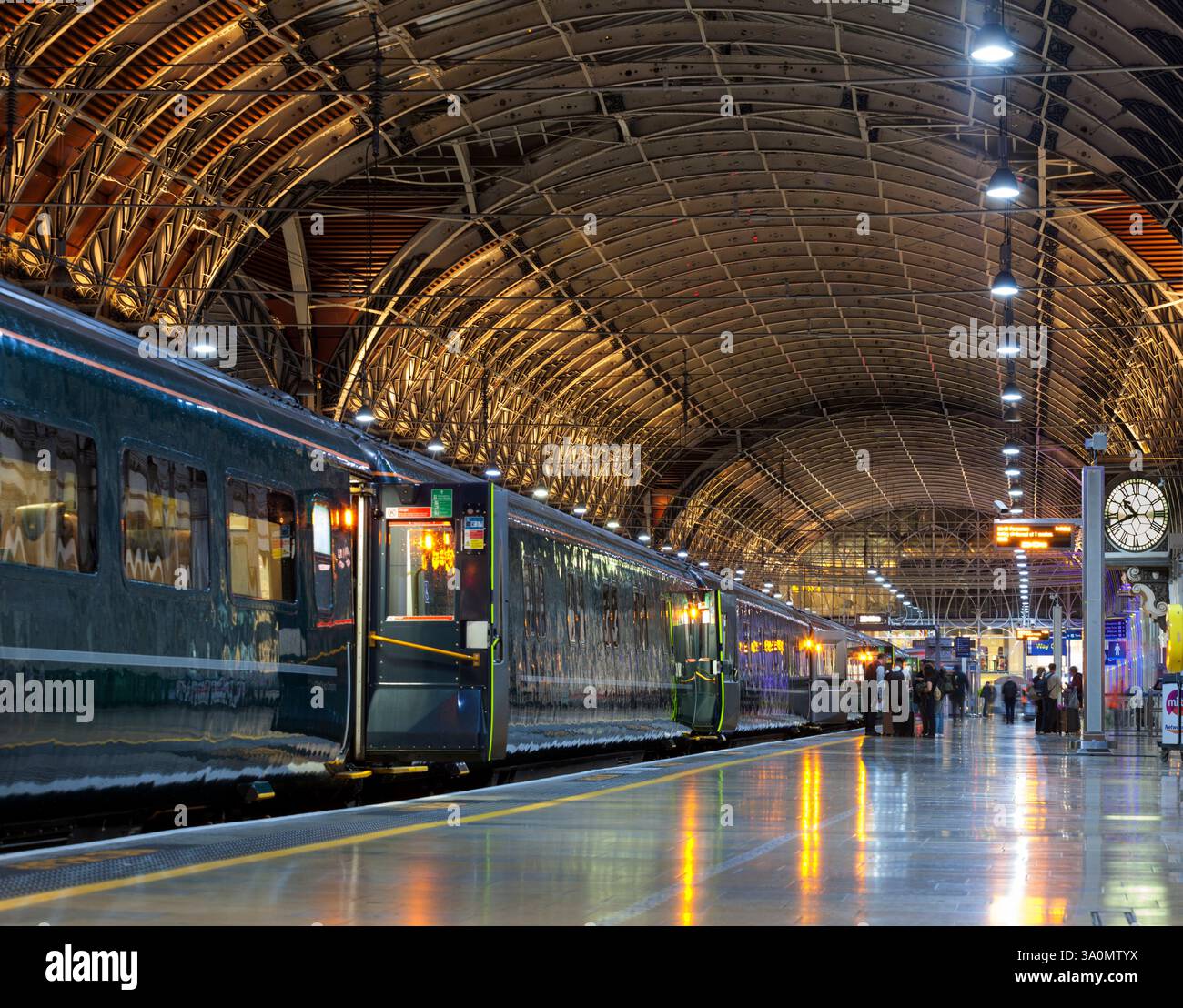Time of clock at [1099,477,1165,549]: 10:41
